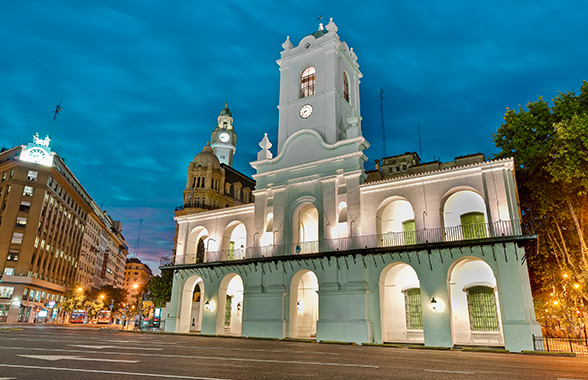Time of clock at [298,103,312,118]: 8:38
